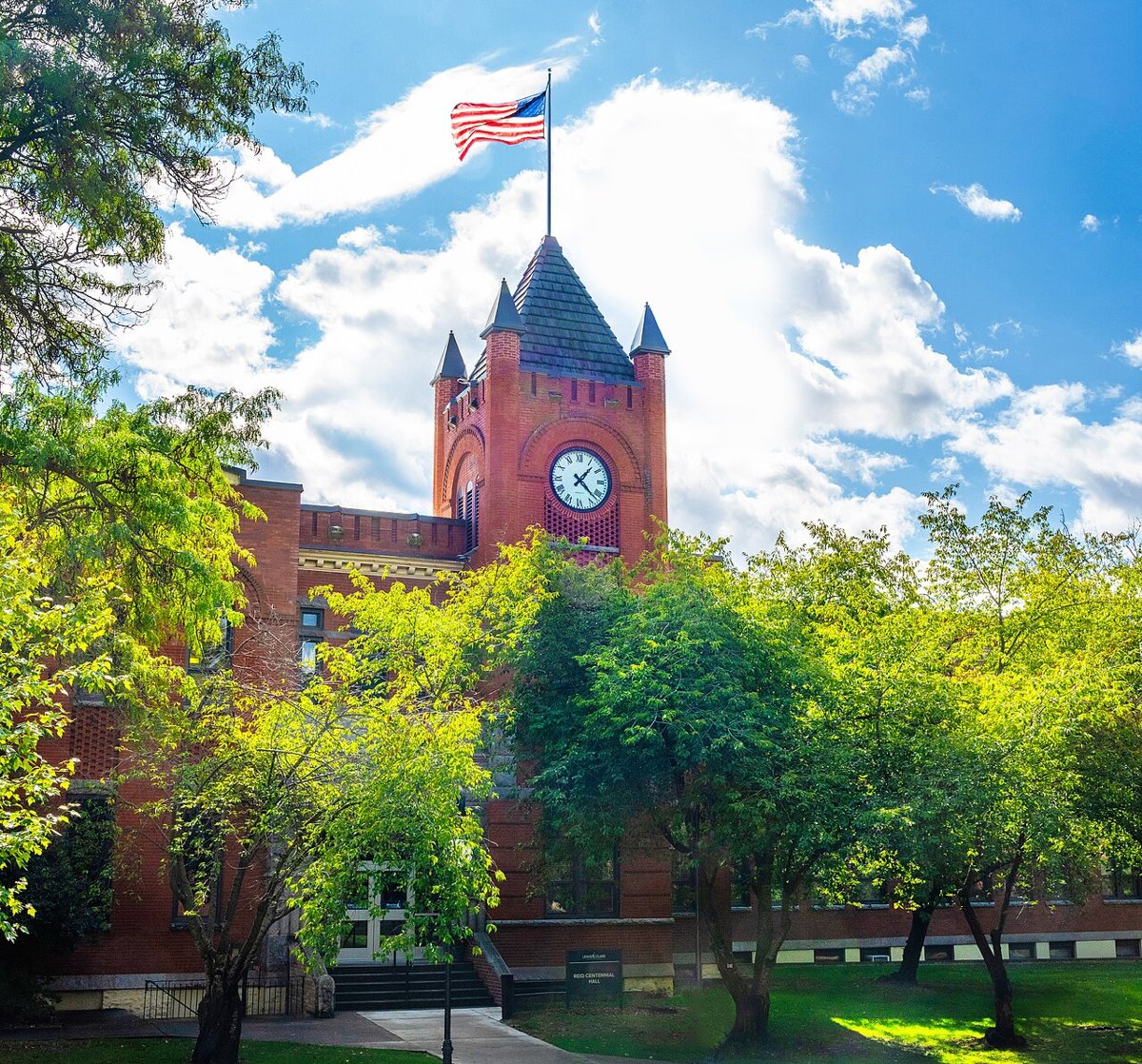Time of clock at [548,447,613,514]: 1:22
